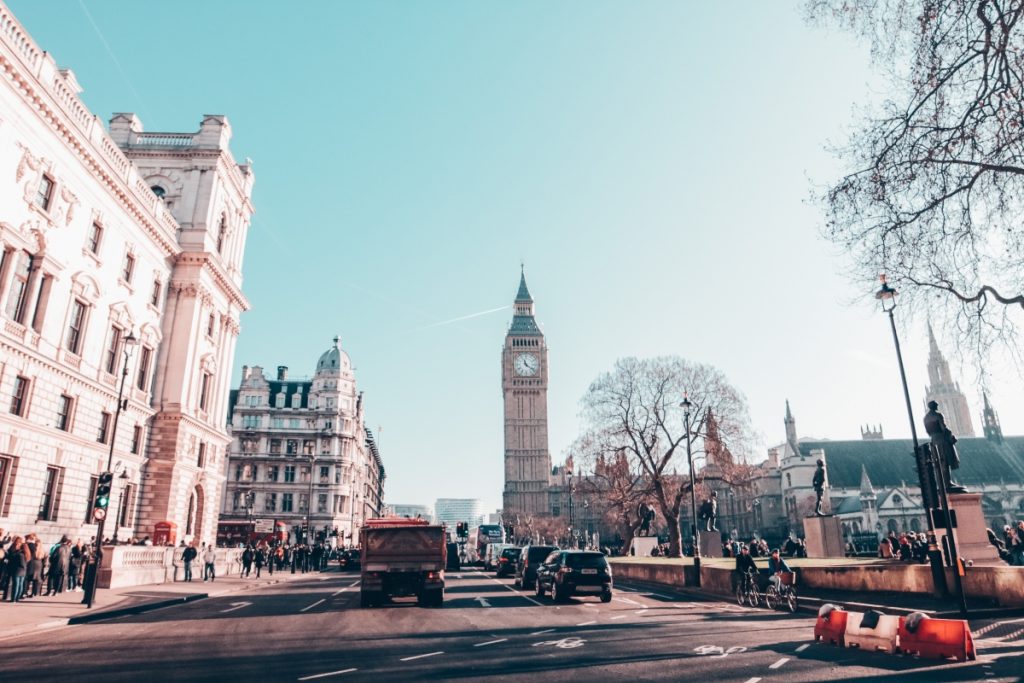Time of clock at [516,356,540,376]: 11:21
